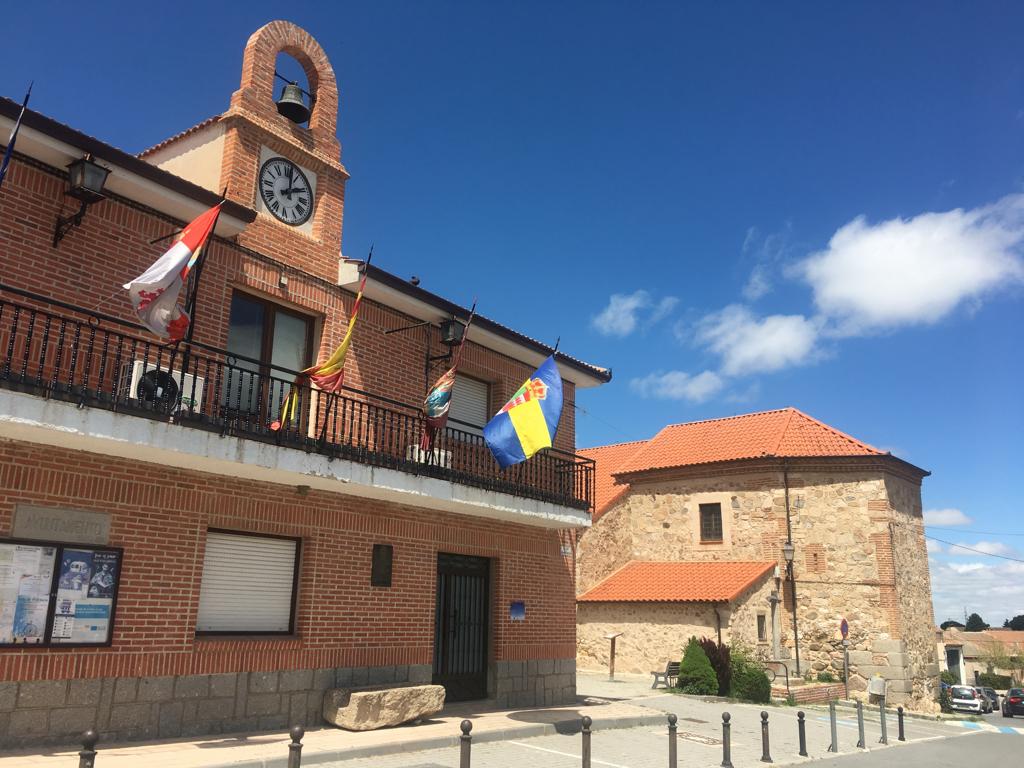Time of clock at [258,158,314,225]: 2:01
